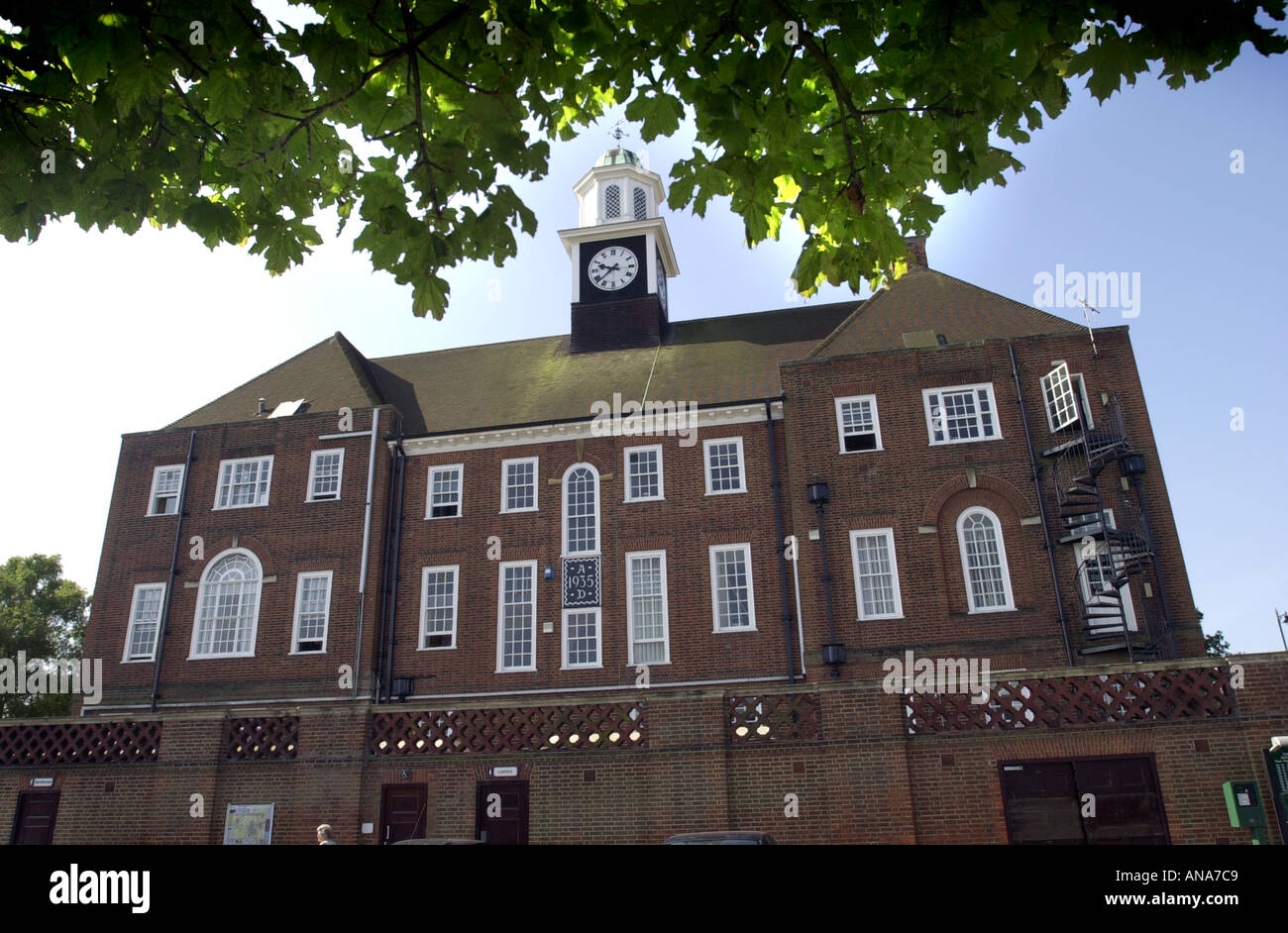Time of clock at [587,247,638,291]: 9:38
